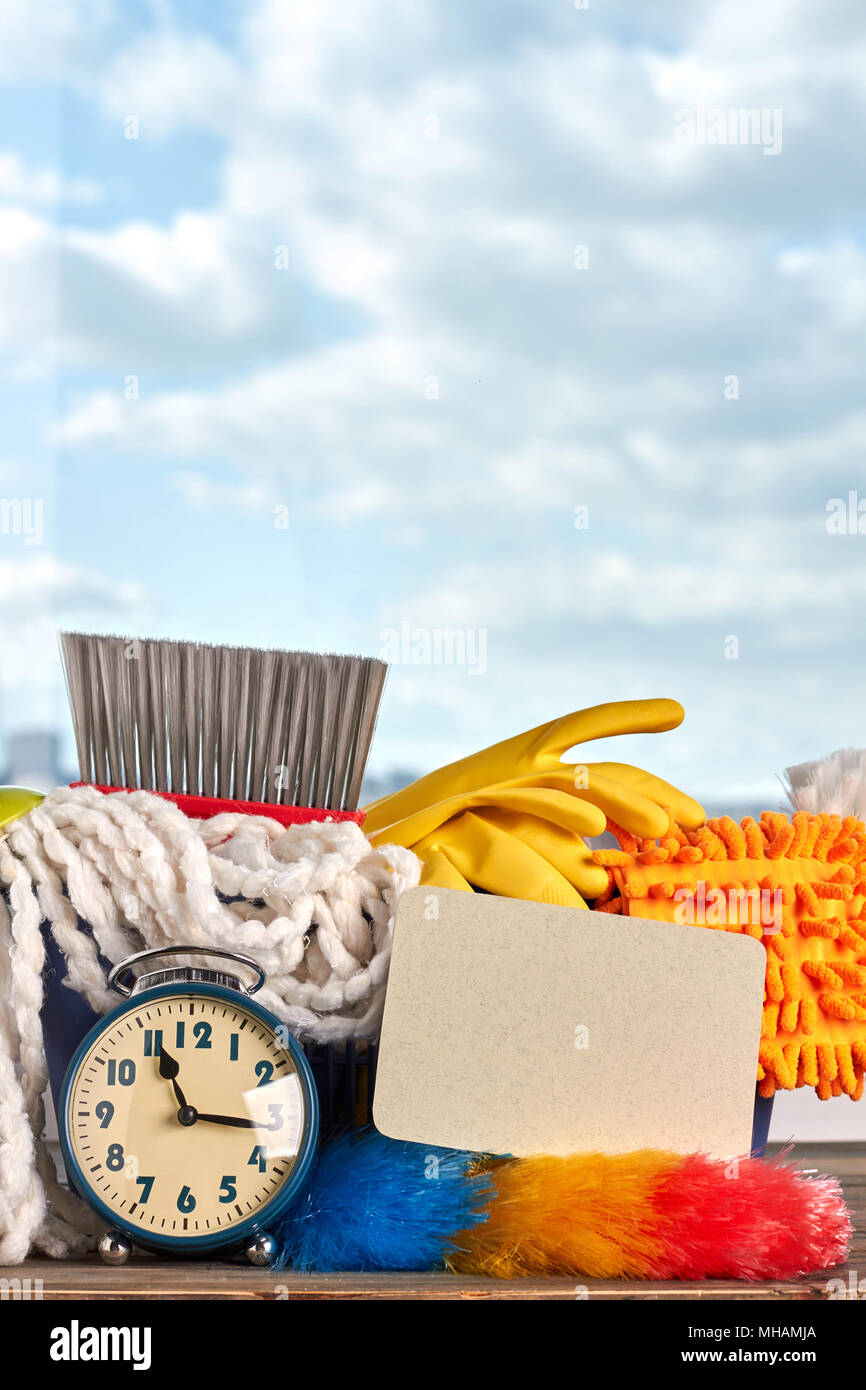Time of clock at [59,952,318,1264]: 11:16
